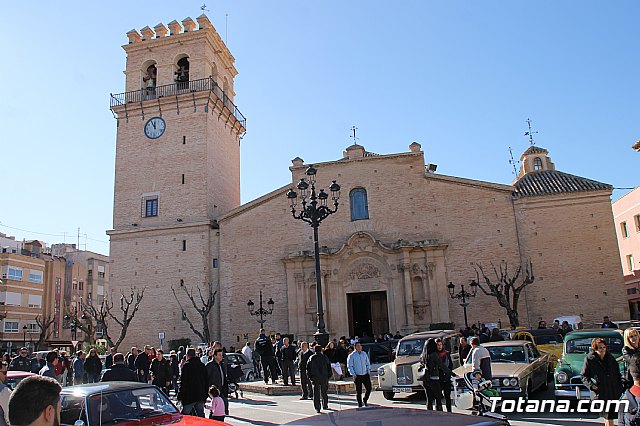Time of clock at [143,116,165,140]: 11:55
